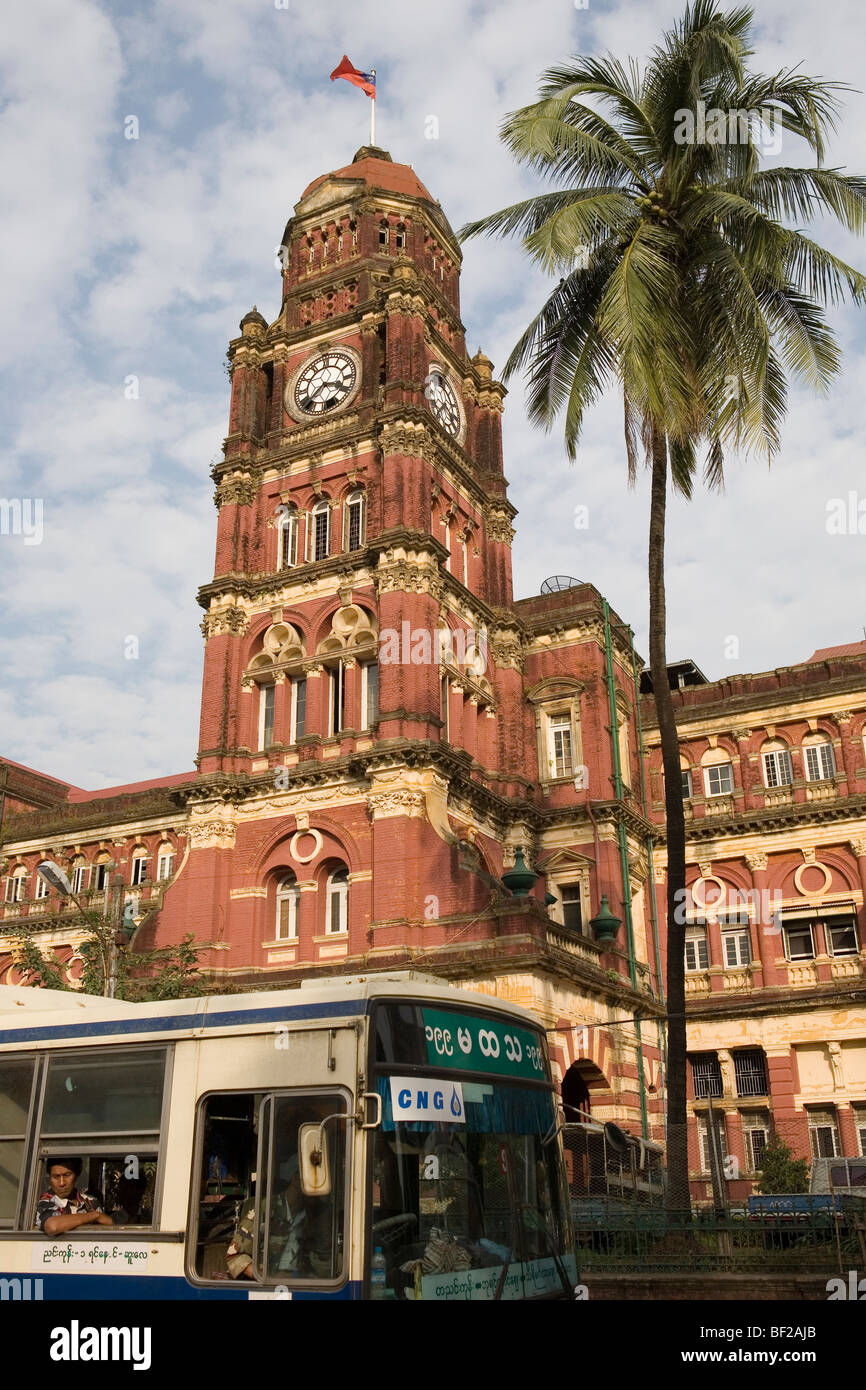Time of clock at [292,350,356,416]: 3:37
